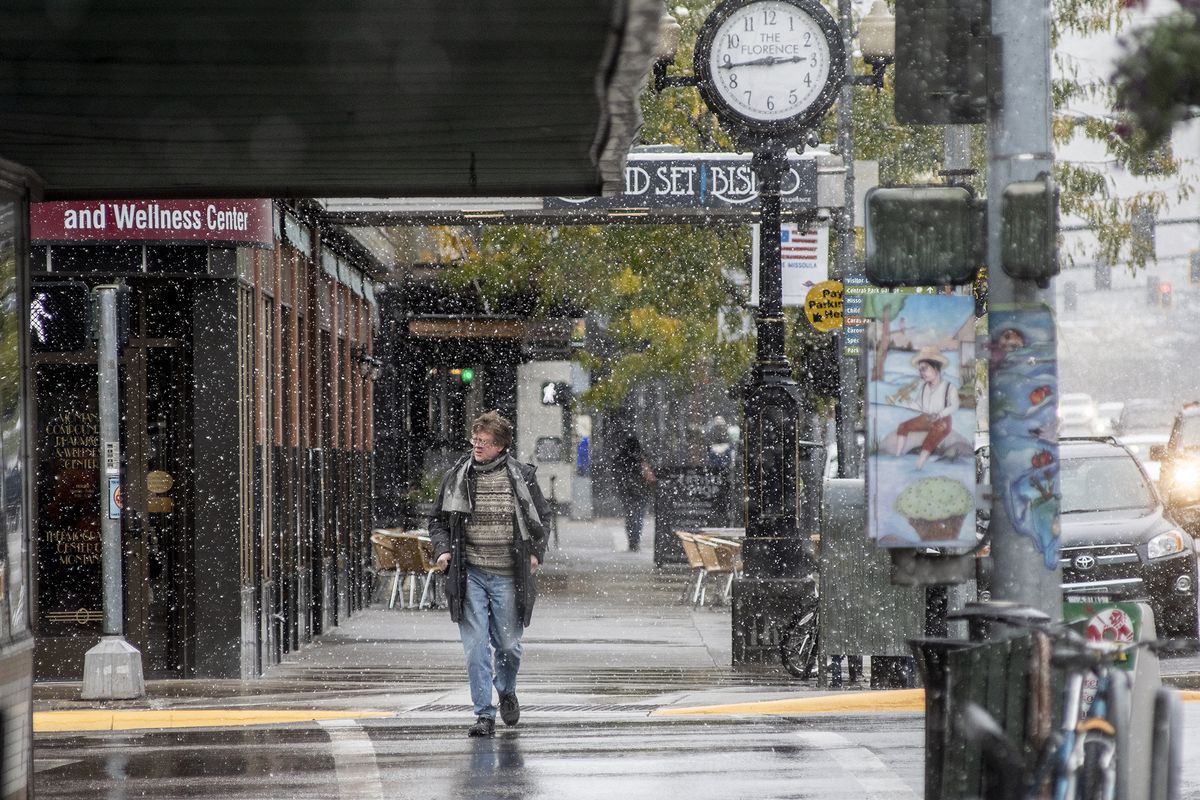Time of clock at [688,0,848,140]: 2:43
